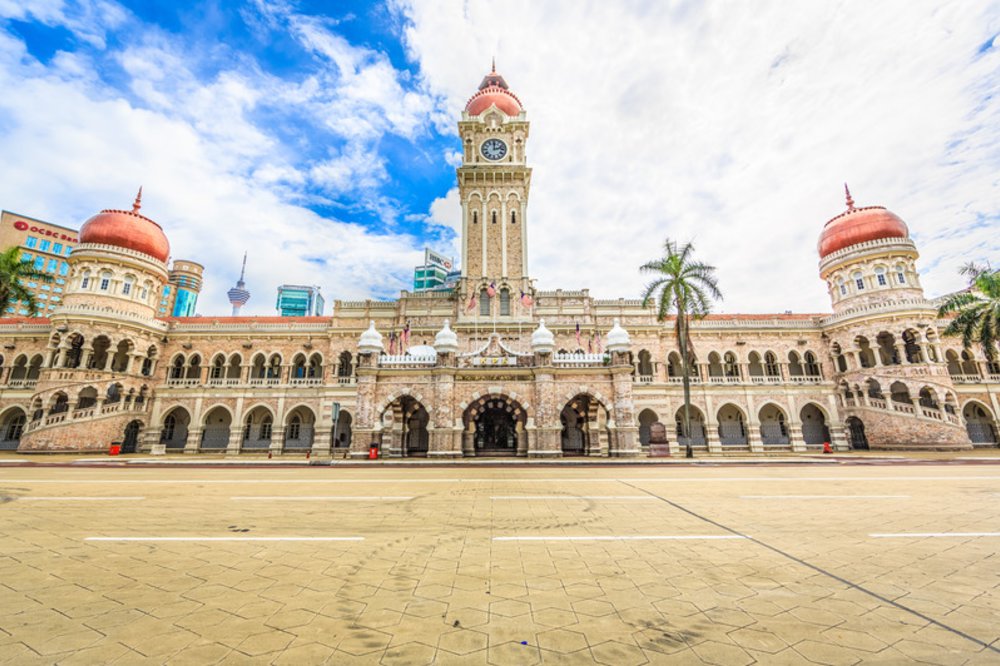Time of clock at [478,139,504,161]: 12:12
